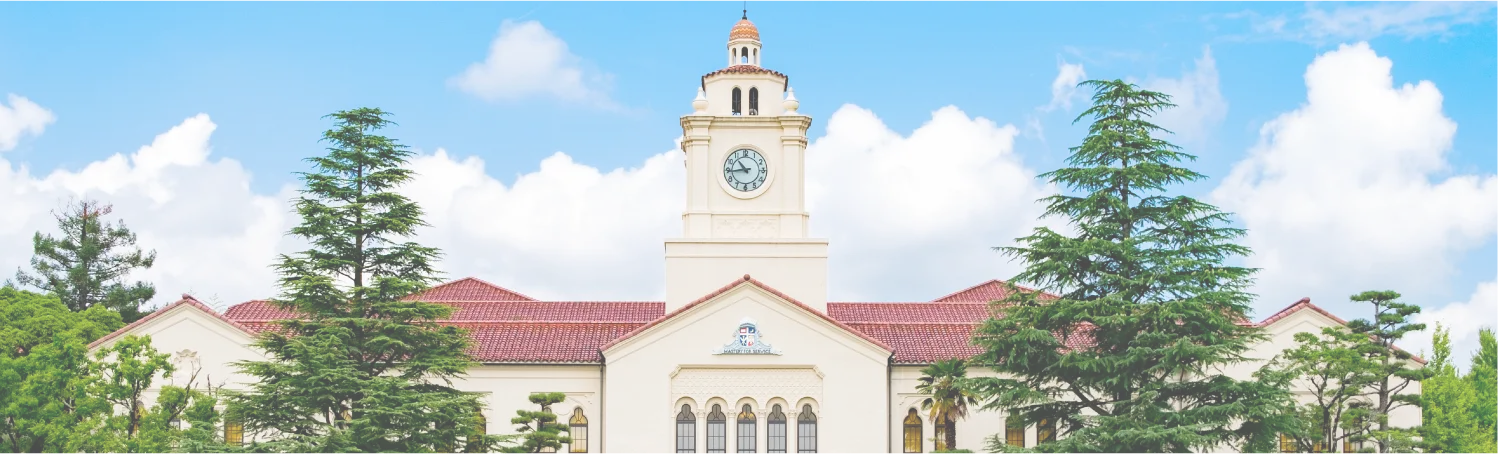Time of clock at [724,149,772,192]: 10:43
